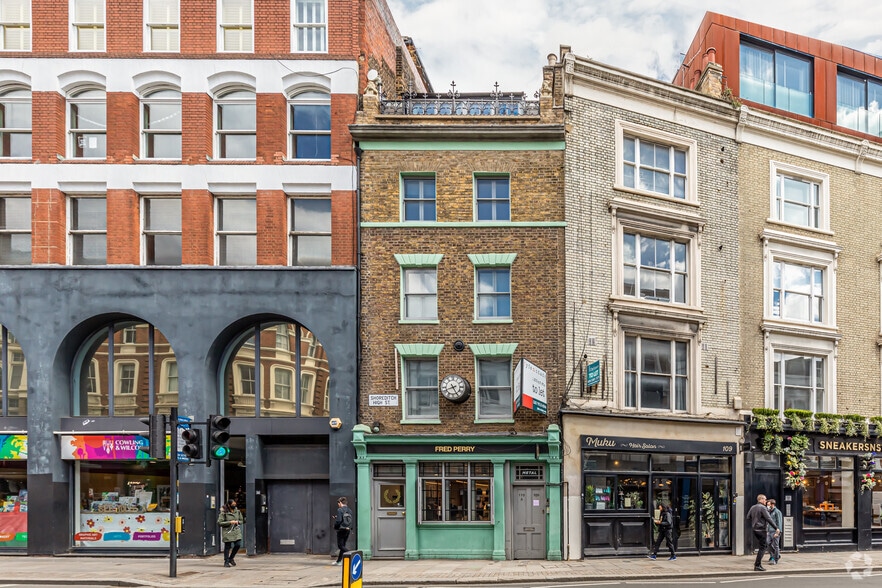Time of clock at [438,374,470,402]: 8:25
